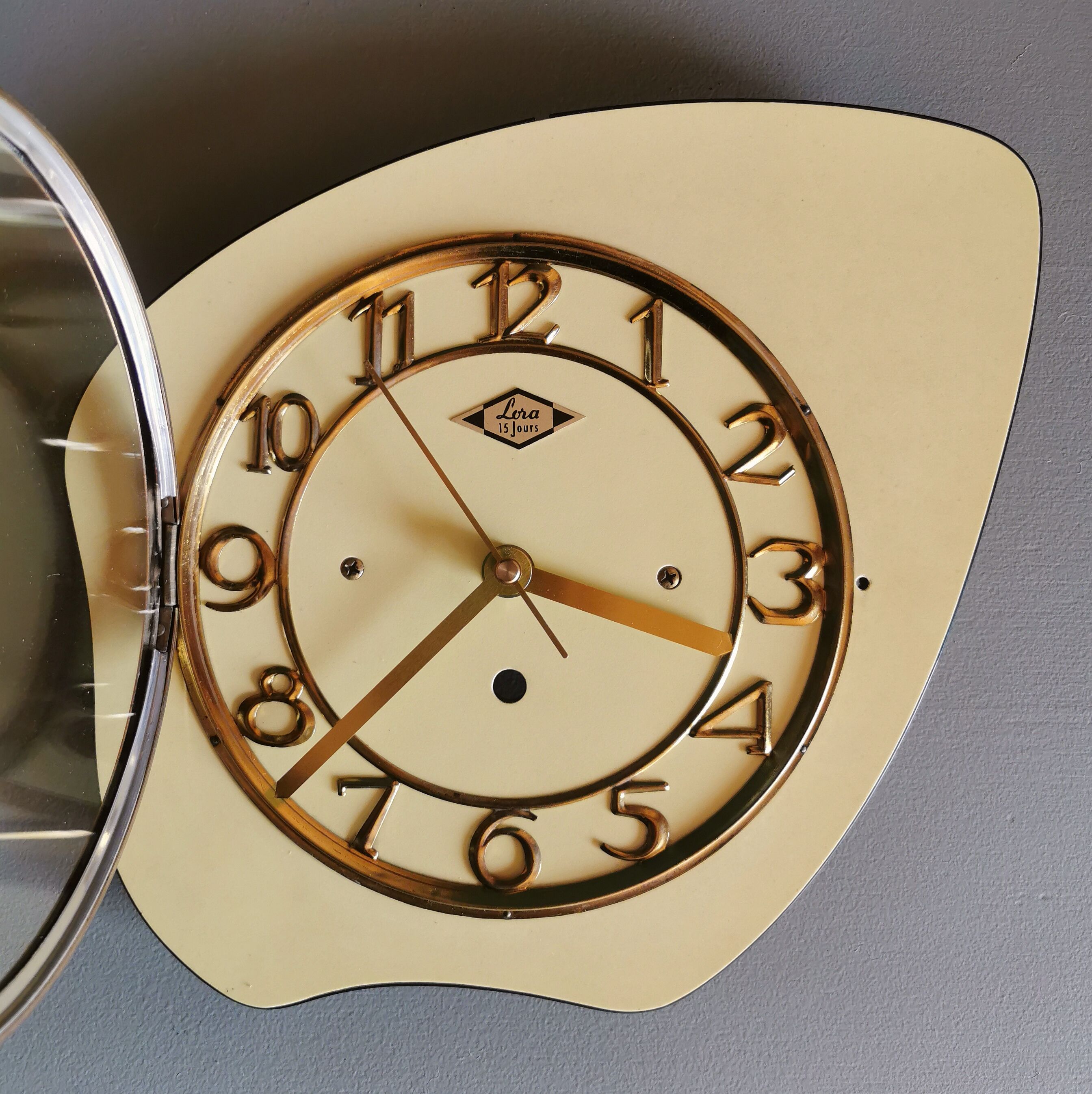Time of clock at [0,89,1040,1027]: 3:37
